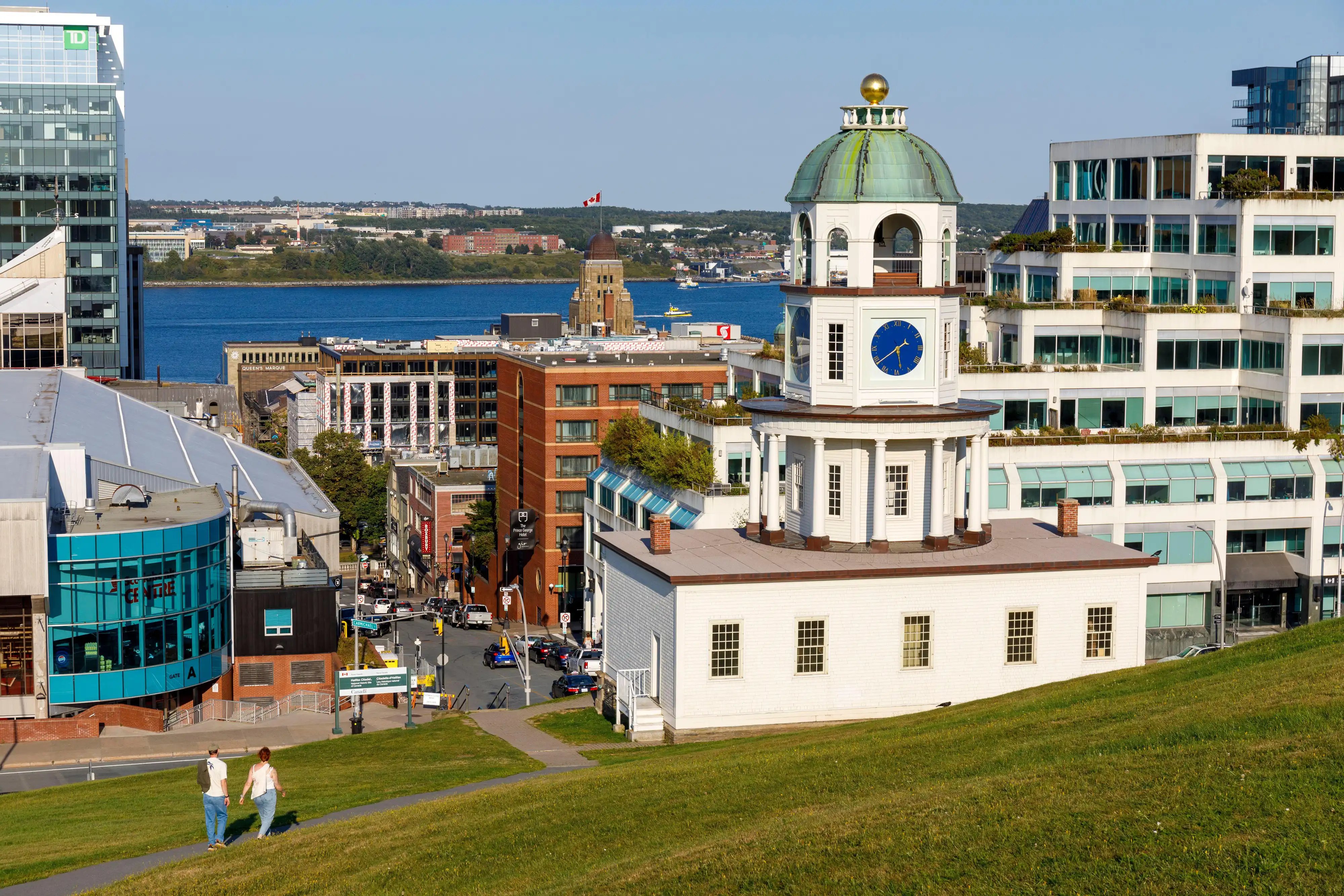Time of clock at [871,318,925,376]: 5:38
